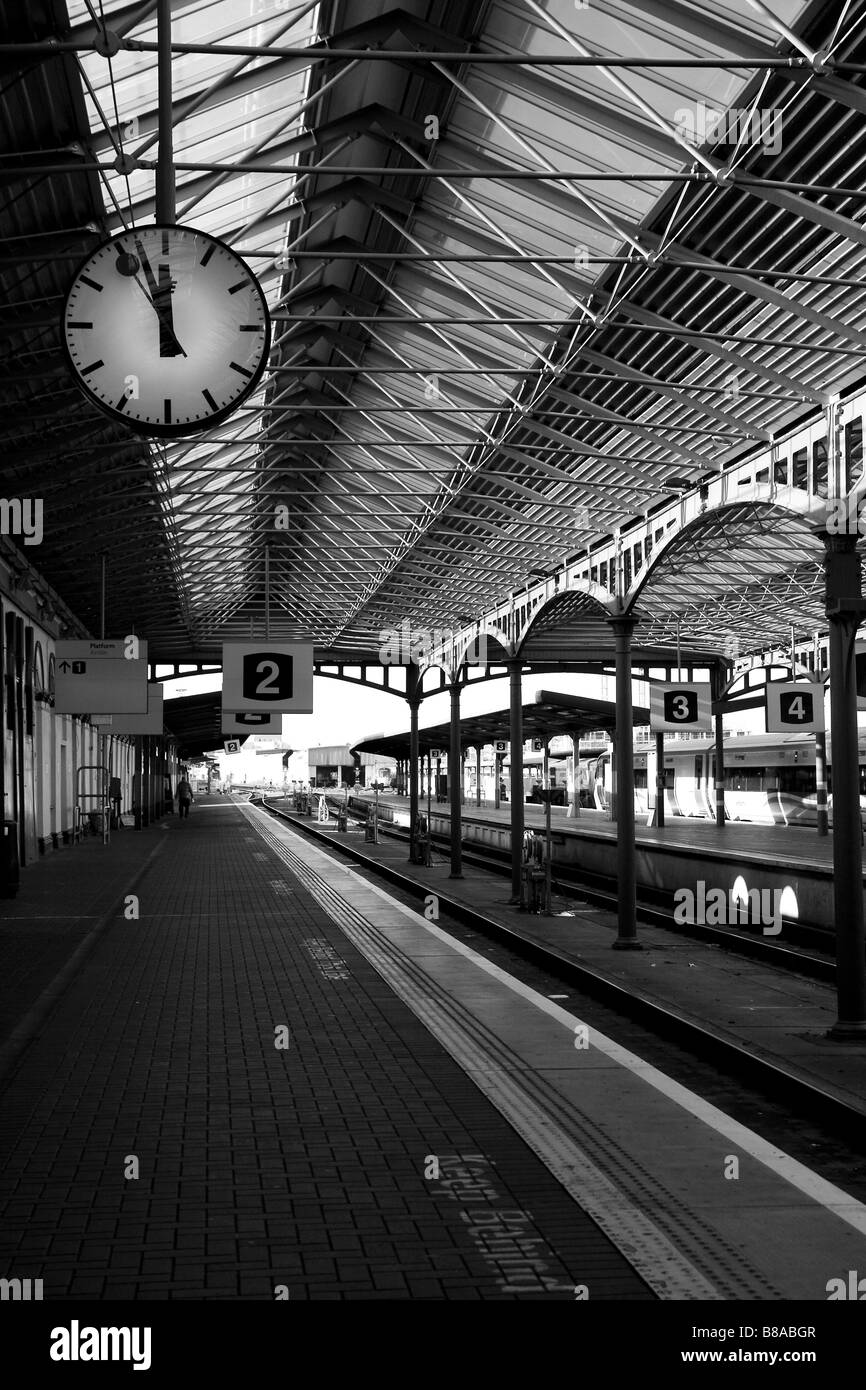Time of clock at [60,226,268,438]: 11:56
